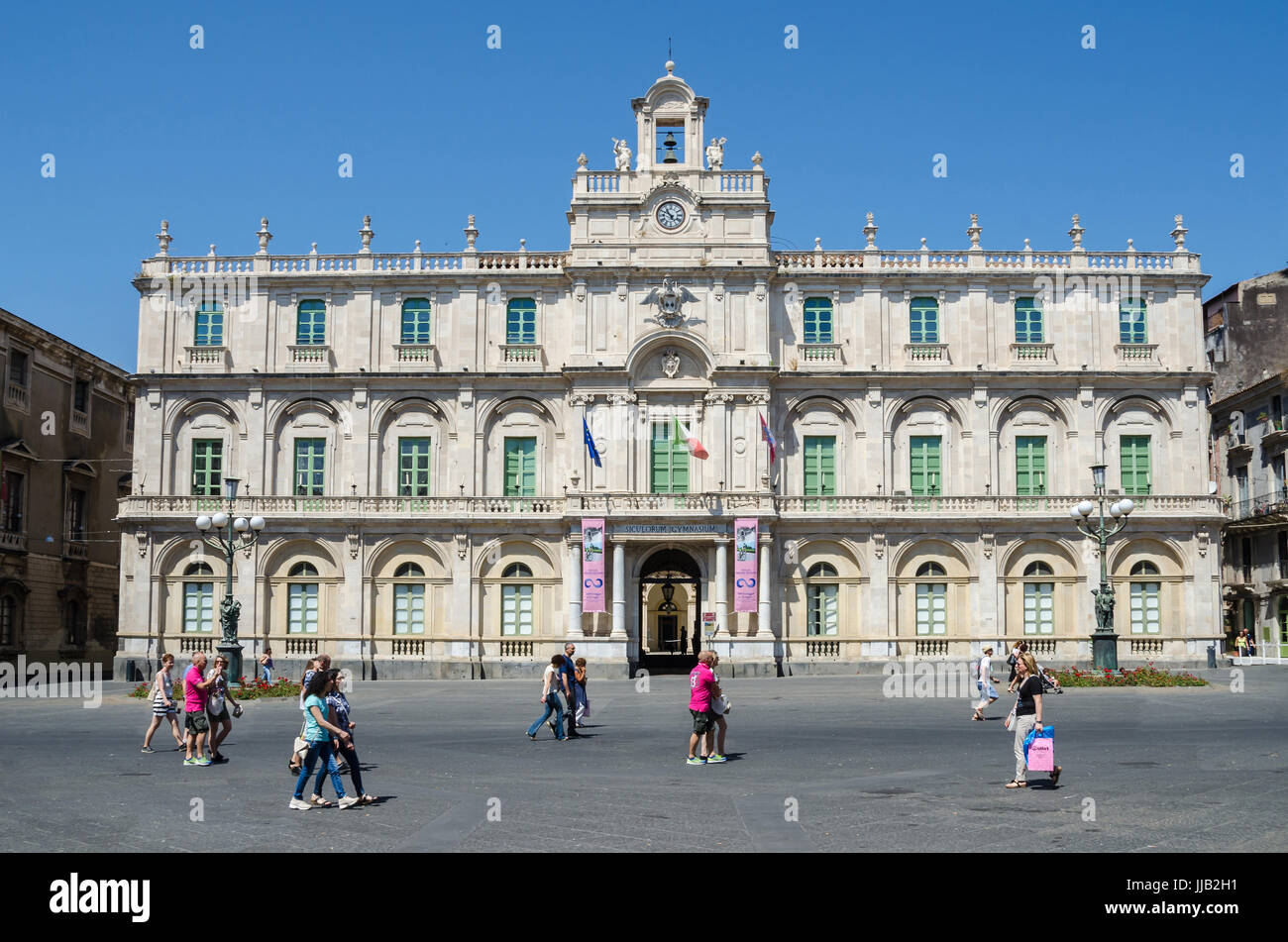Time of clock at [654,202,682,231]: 10:49
